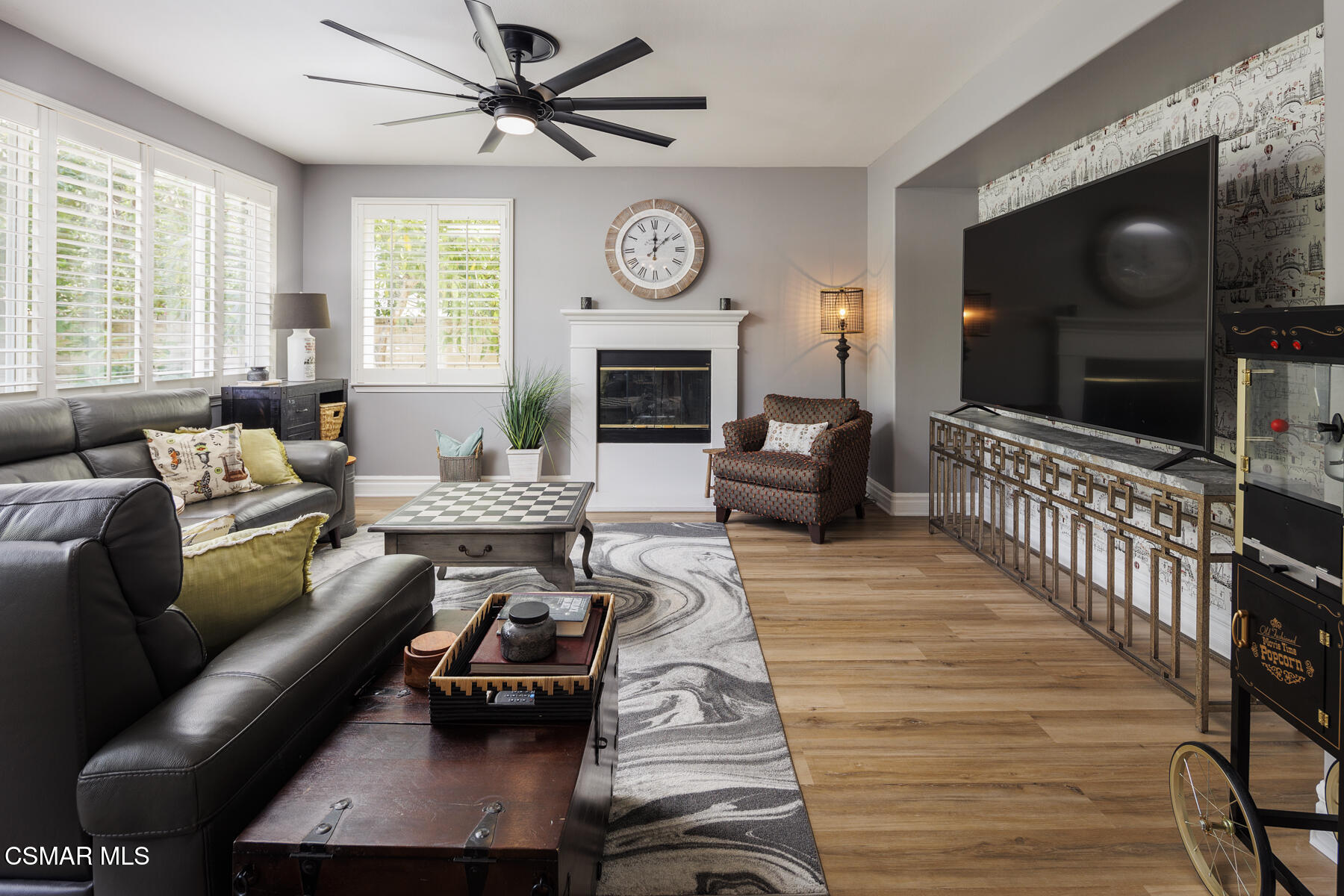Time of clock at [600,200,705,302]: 12:08
